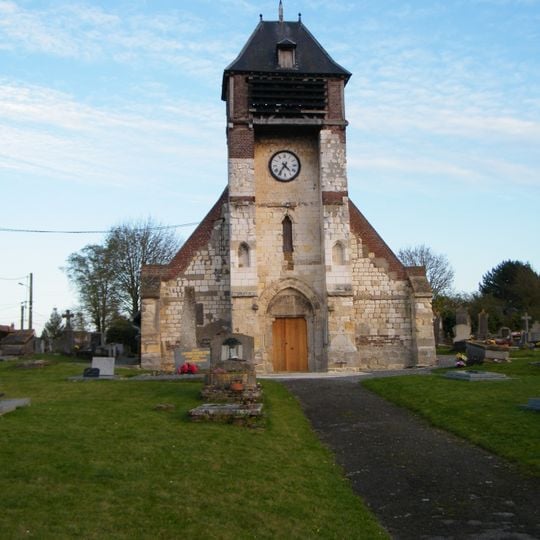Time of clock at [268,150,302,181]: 4:35
